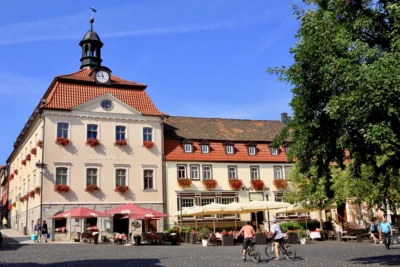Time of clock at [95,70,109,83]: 11:45
